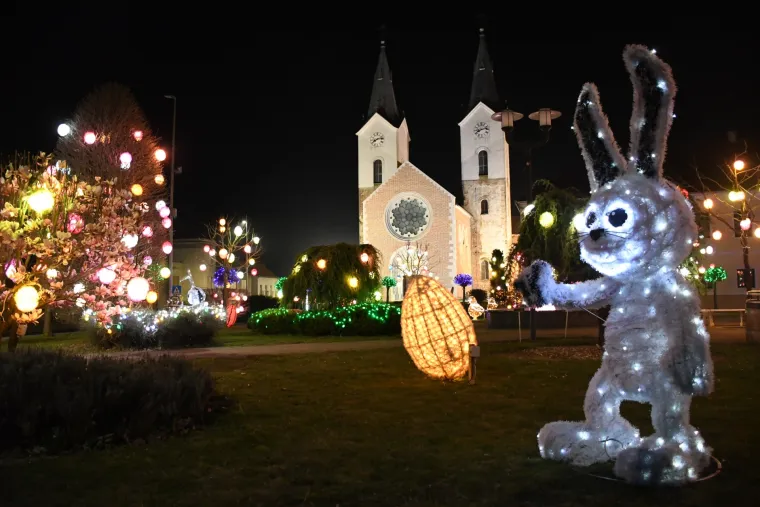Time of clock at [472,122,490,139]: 8:12
